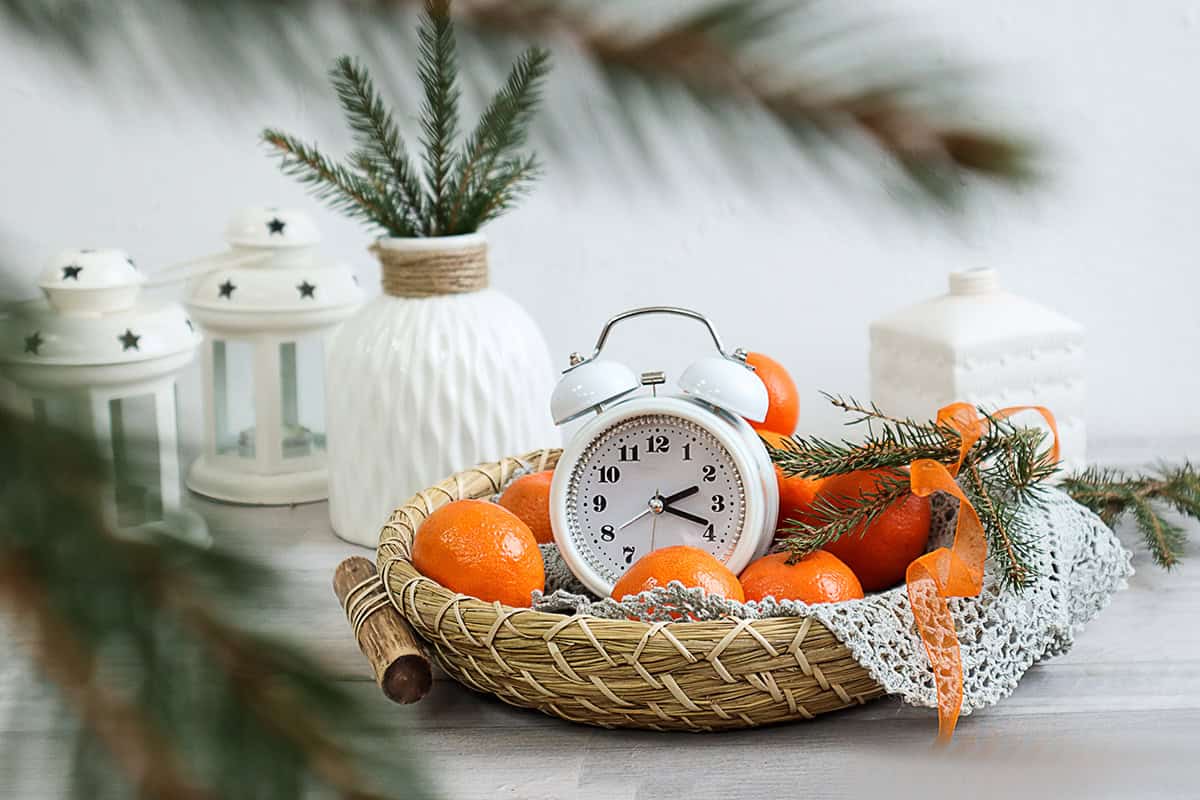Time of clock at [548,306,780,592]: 2:18
